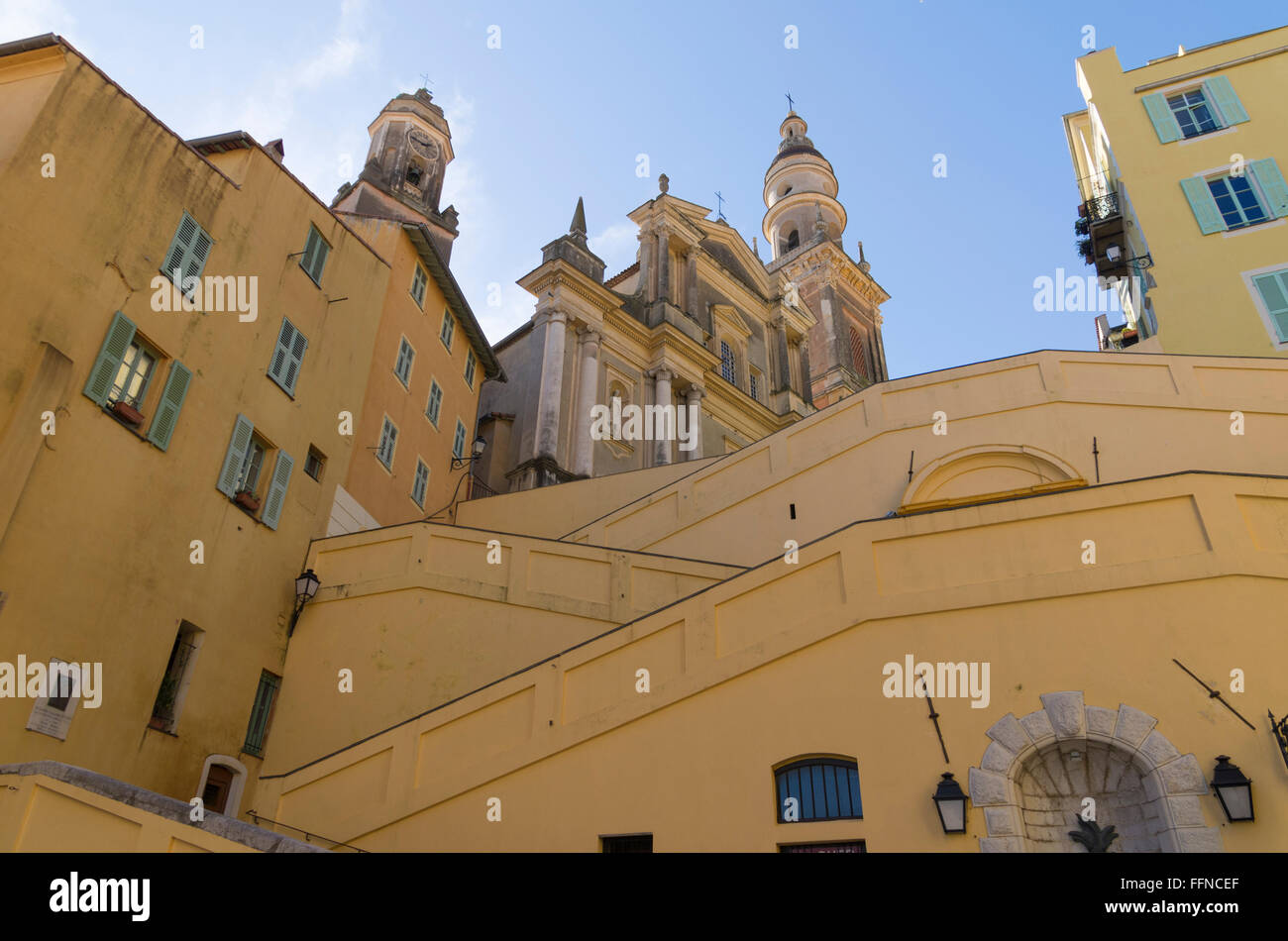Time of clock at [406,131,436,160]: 2:48
